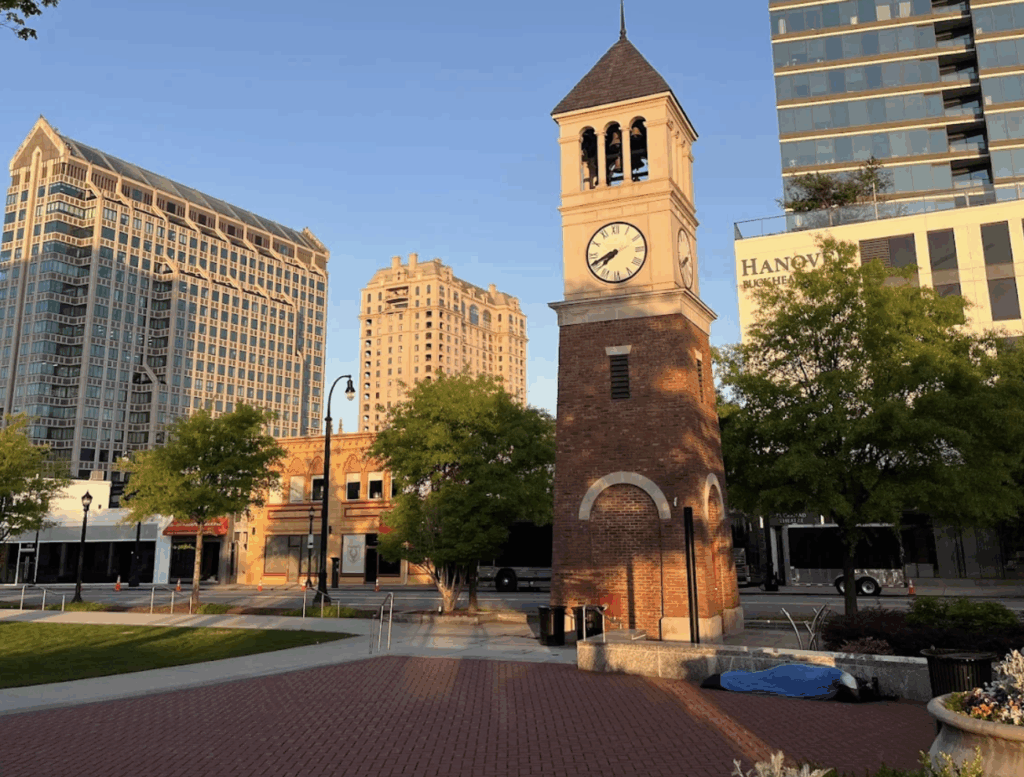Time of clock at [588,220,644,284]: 7:41
